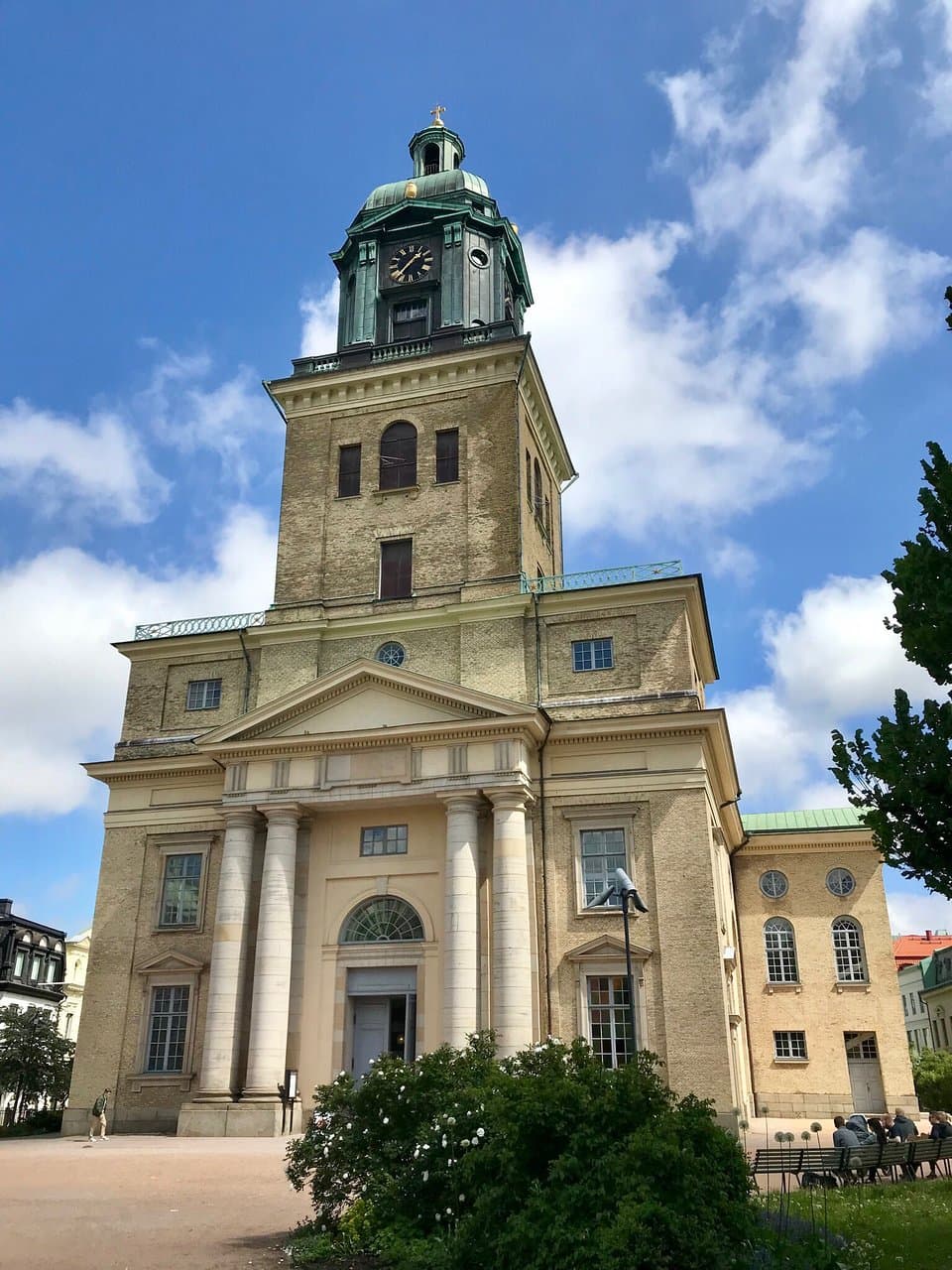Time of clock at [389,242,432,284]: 1:36
